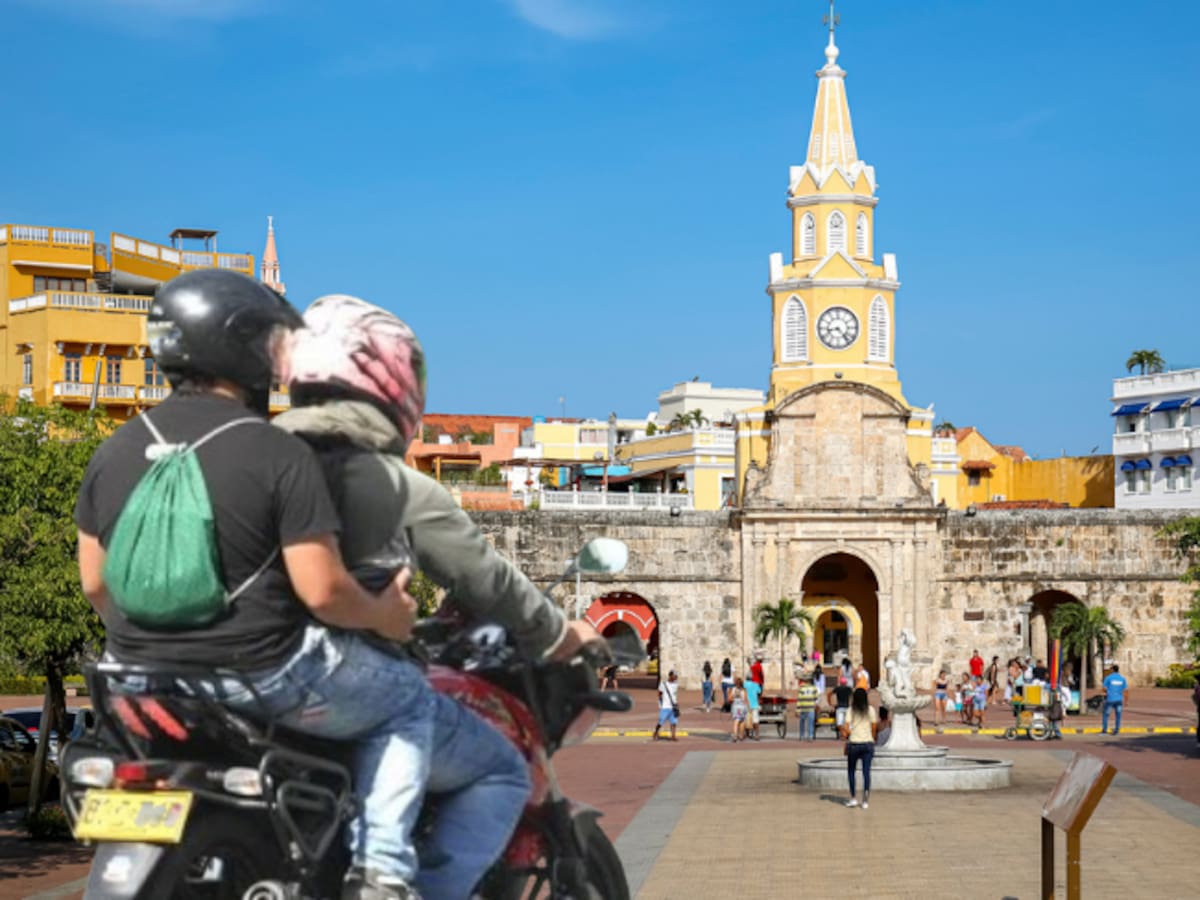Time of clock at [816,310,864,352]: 8:23
